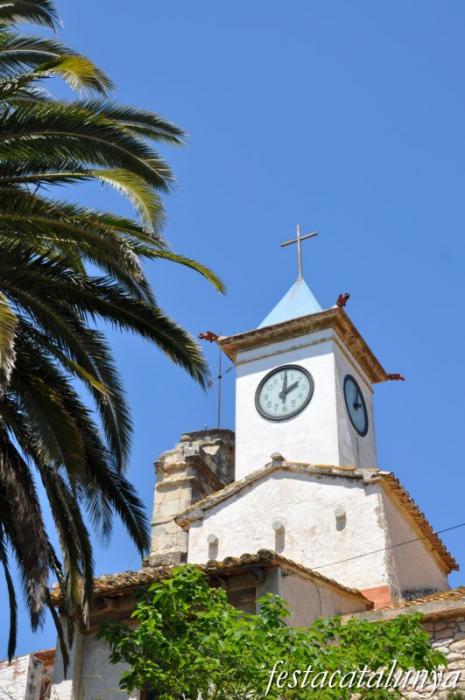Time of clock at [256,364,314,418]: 2:00
